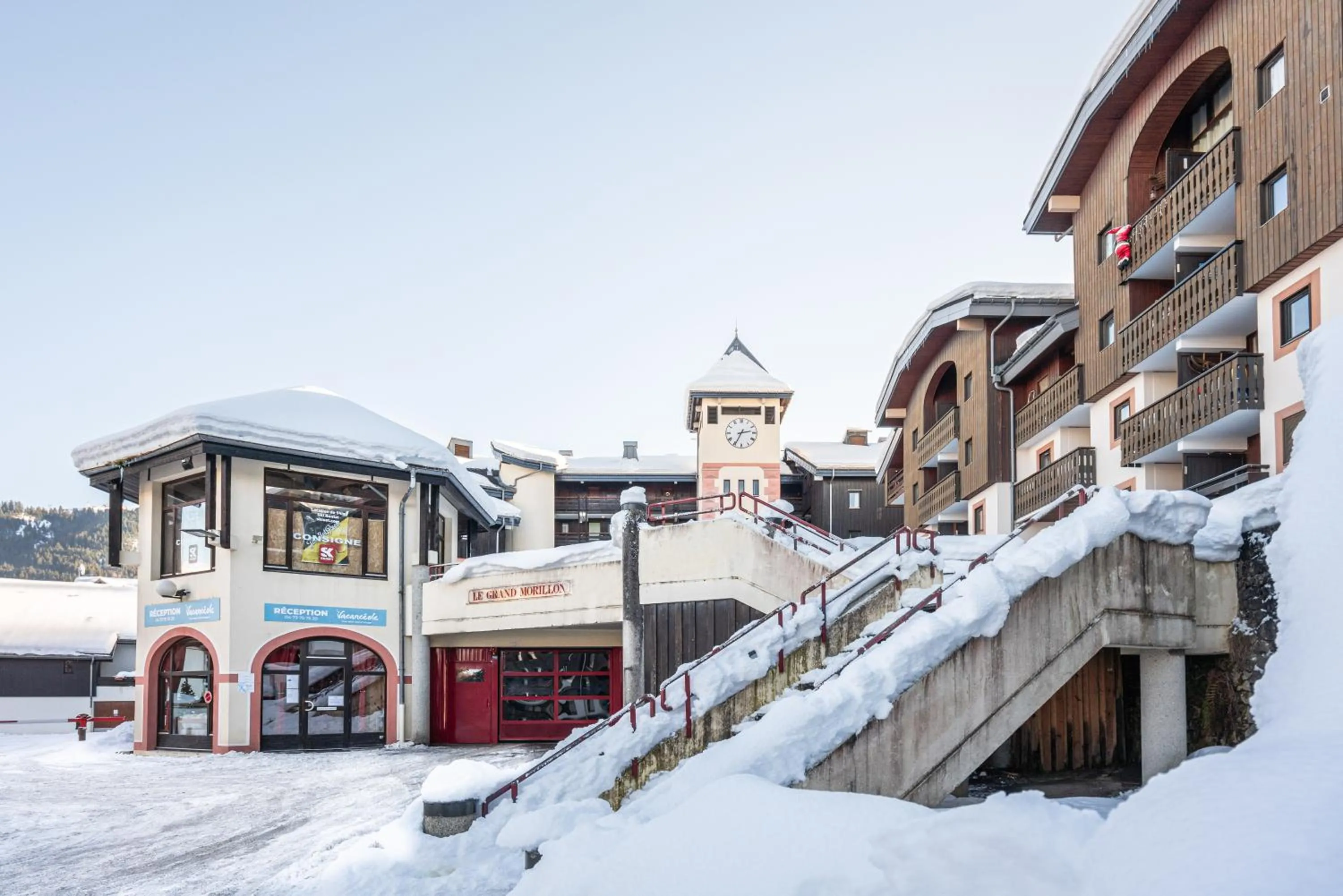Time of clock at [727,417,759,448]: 2:34
